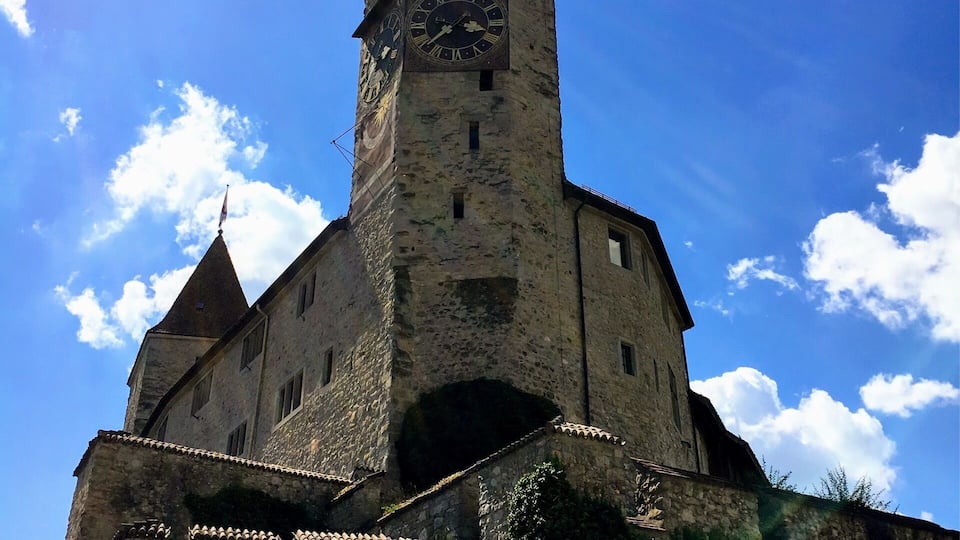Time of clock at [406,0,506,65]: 3:38
